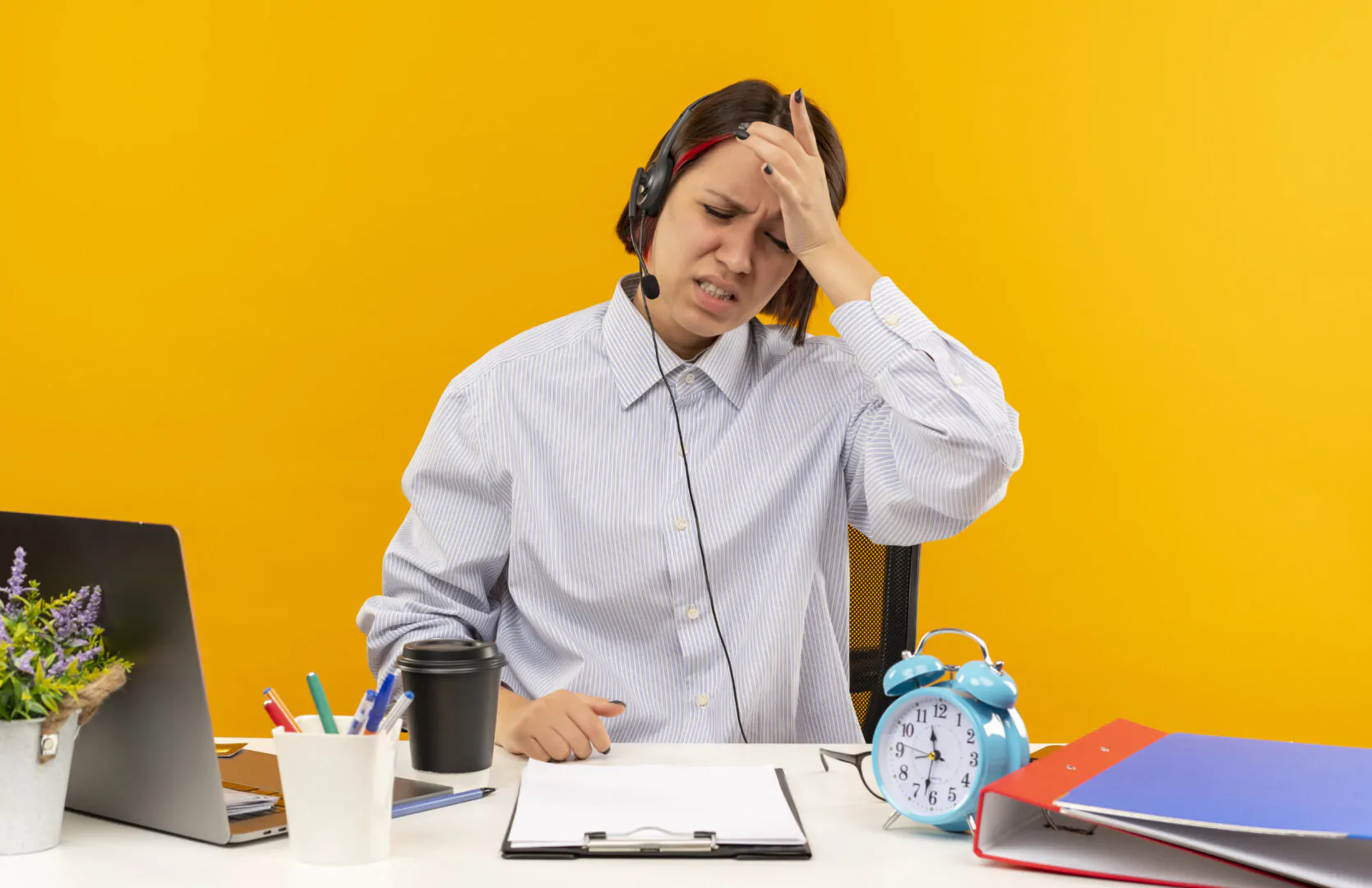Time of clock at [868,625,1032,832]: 11:31
